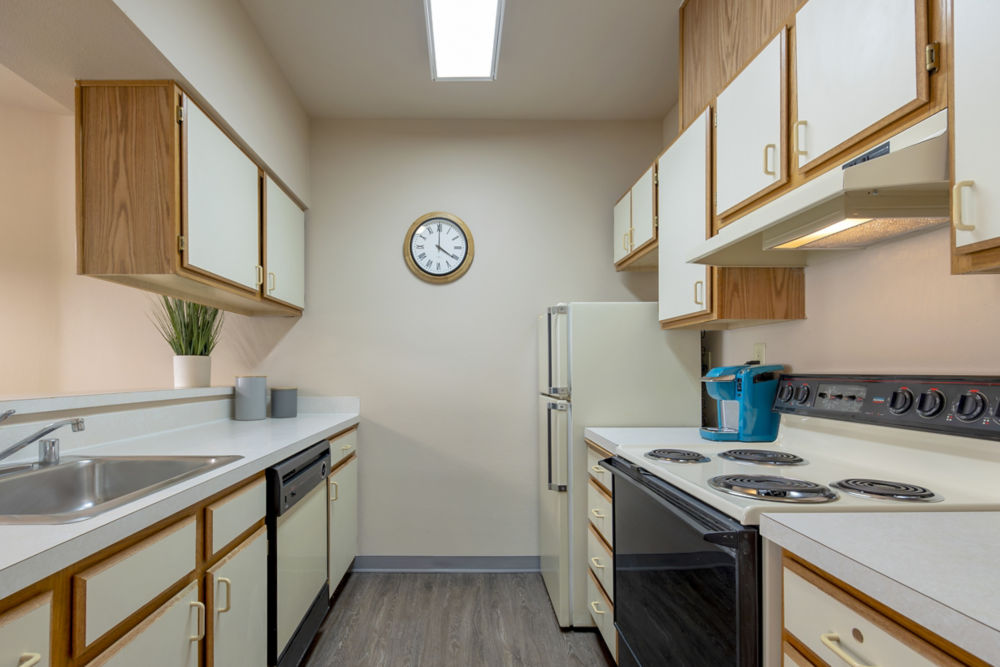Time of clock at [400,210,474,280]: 4:00
